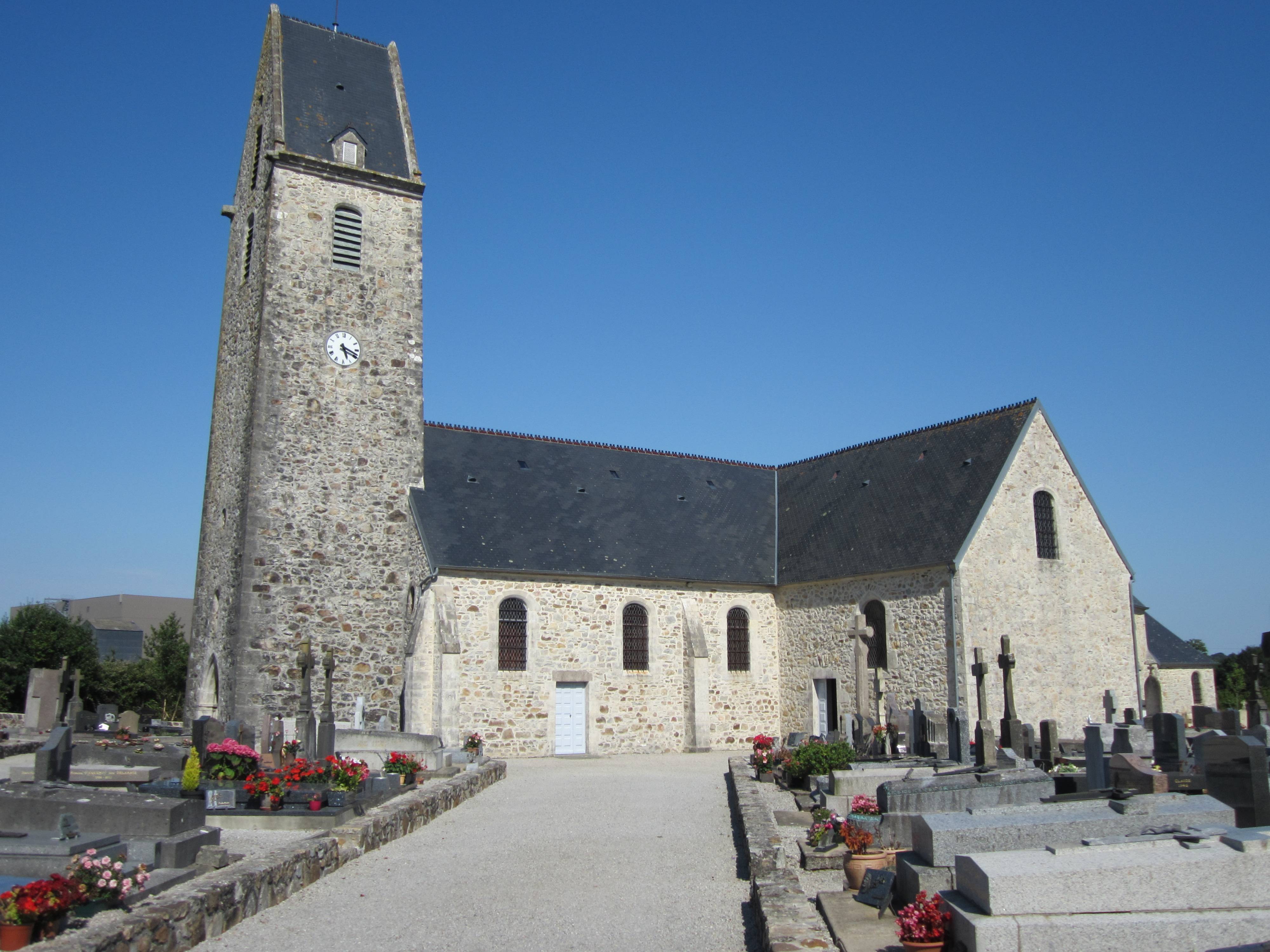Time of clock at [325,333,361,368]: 5:18
